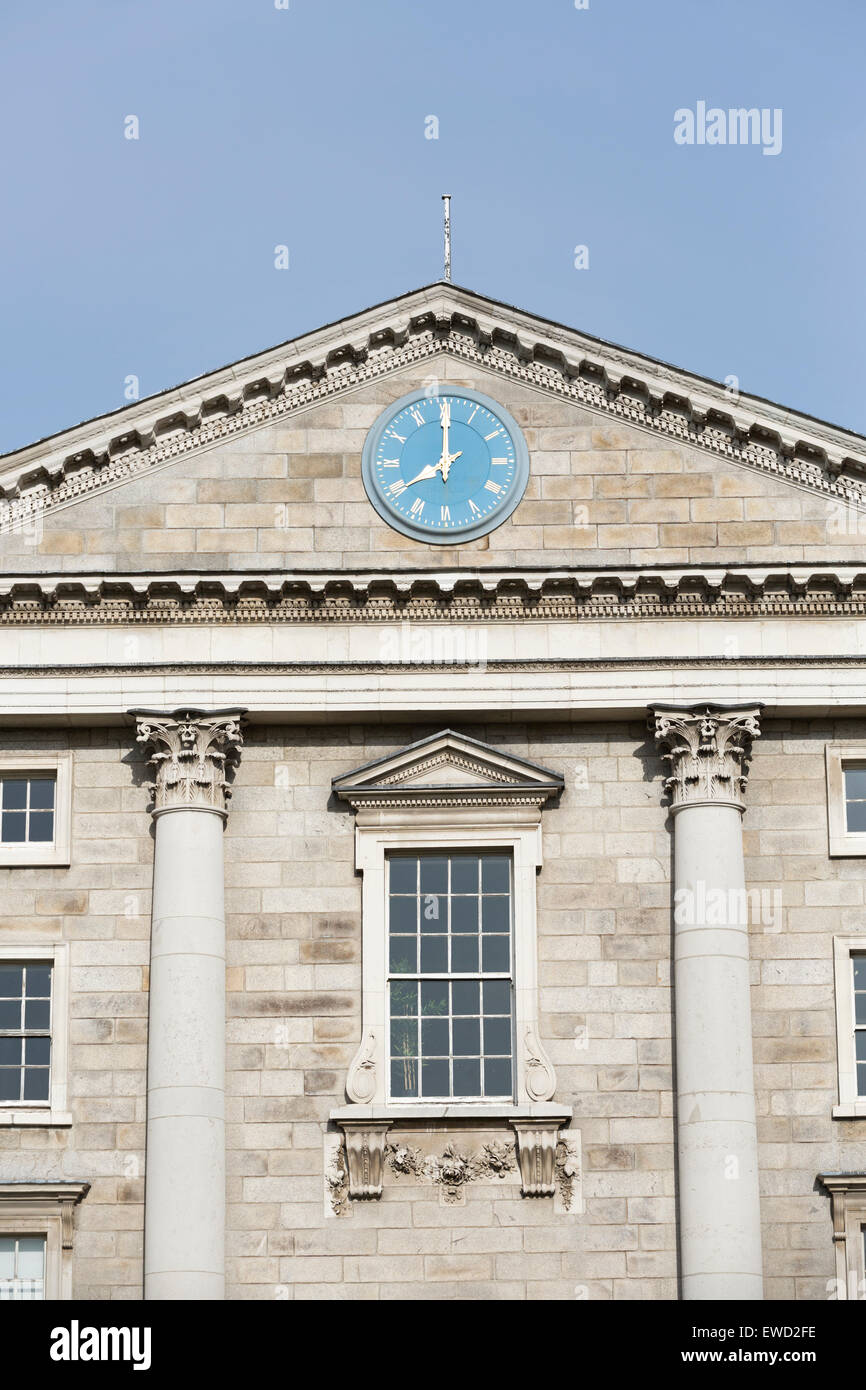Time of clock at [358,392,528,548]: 8:00
